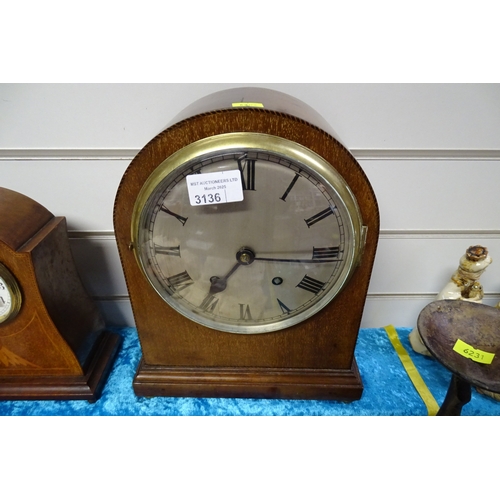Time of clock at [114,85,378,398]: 7:15
